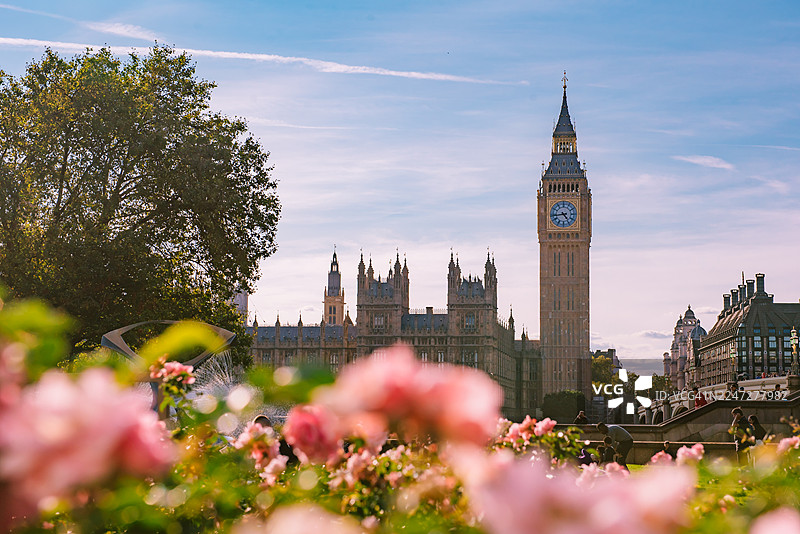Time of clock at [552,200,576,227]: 4:43
